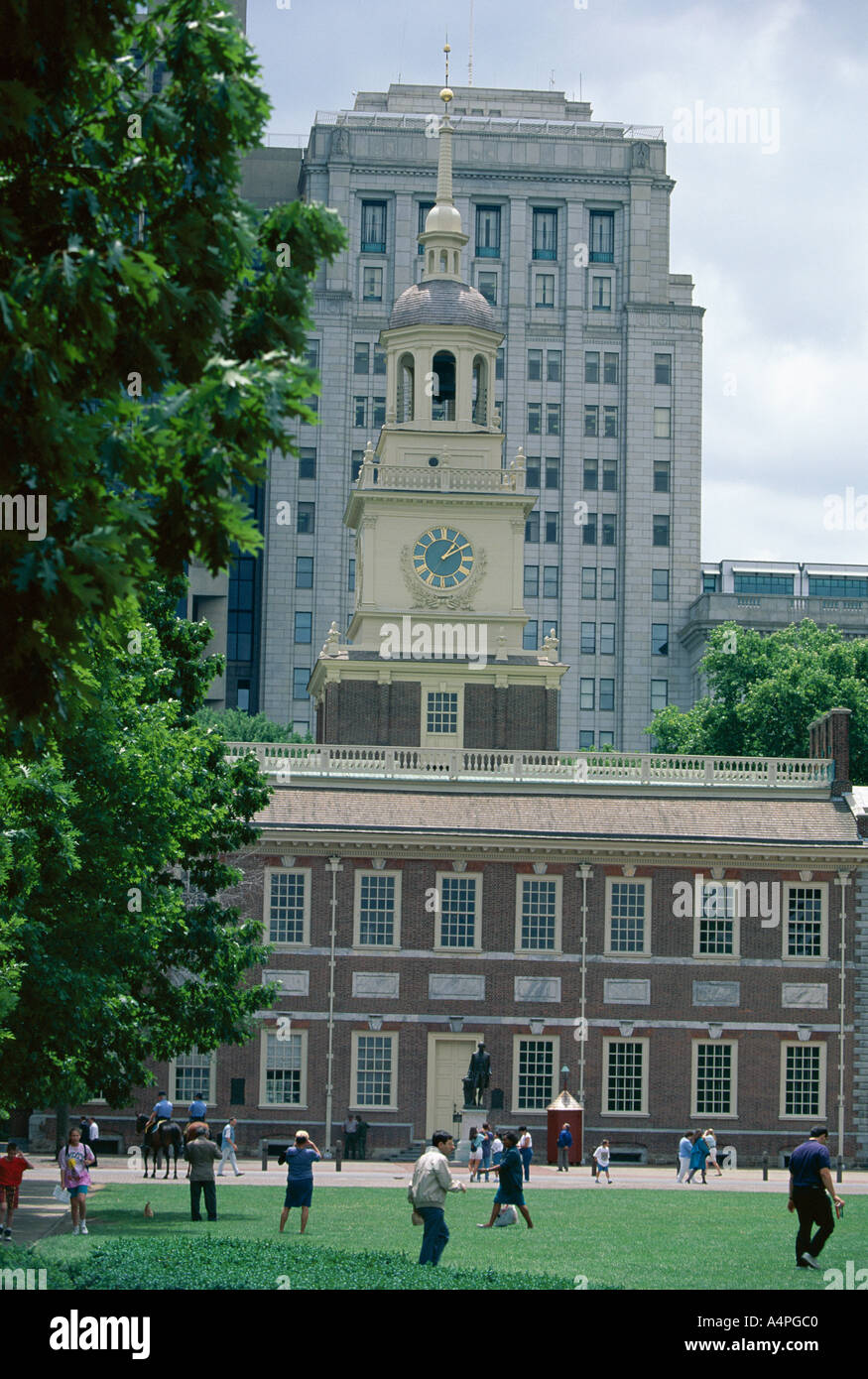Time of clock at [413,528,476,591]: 1:09
